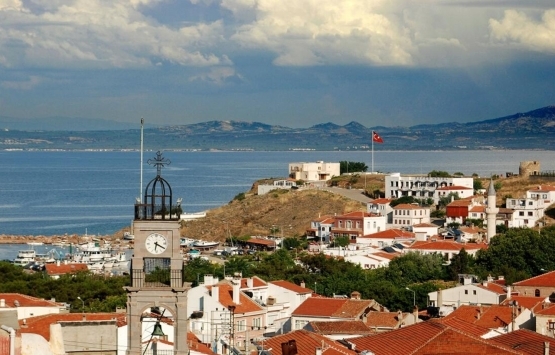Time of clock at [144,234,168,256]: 6:20
